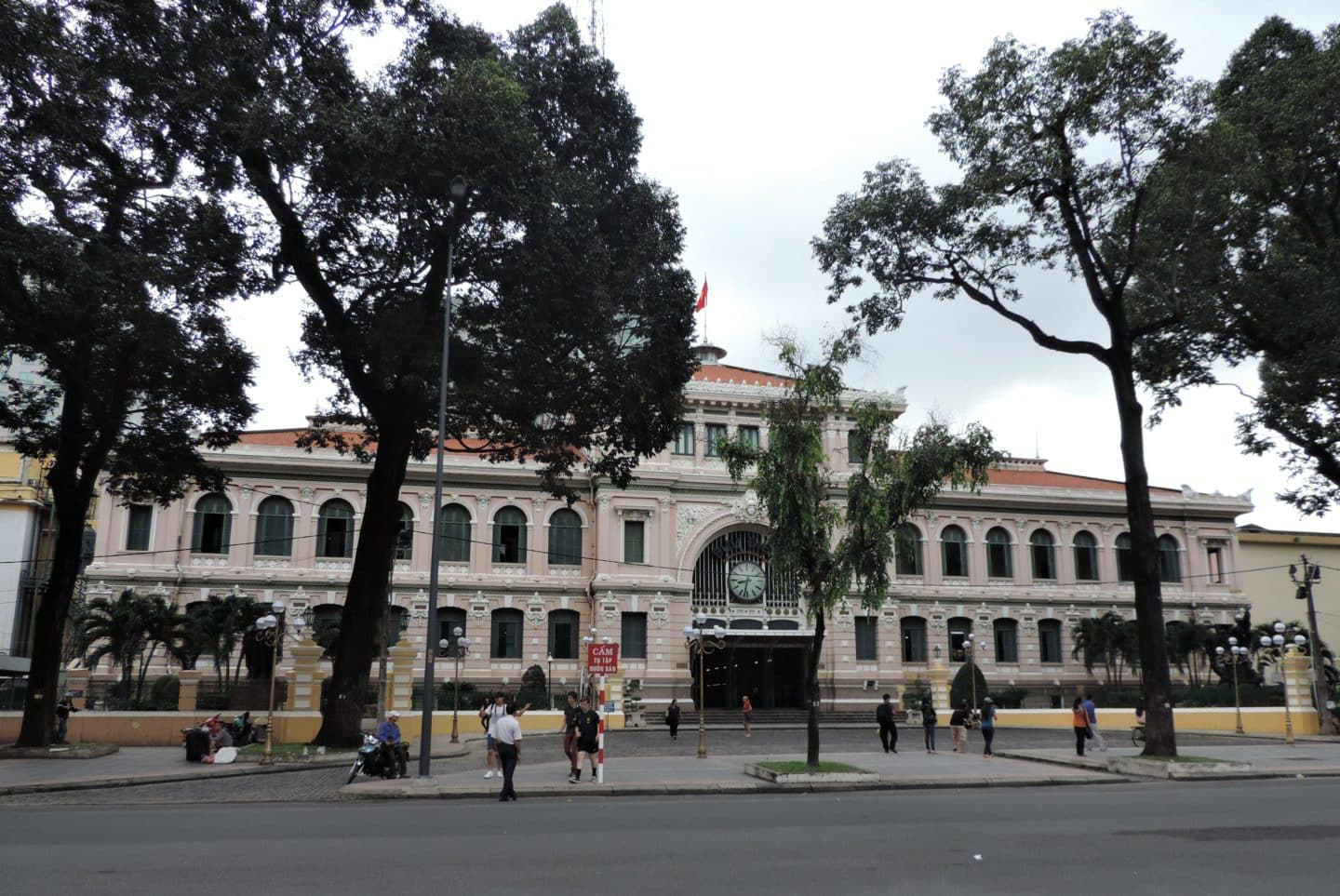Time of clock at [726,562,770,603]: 8:32
